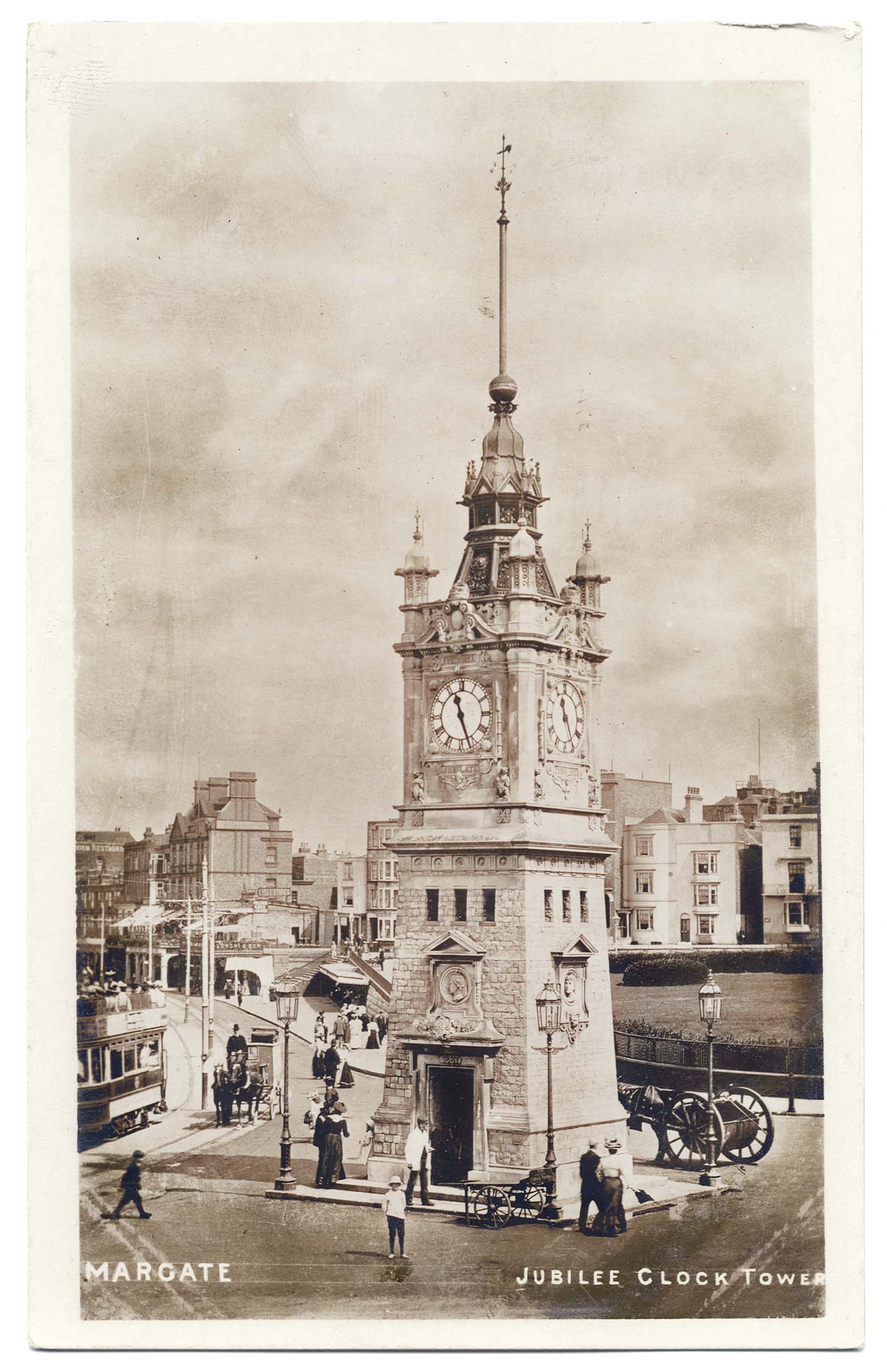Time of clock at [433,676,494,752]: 11:26
